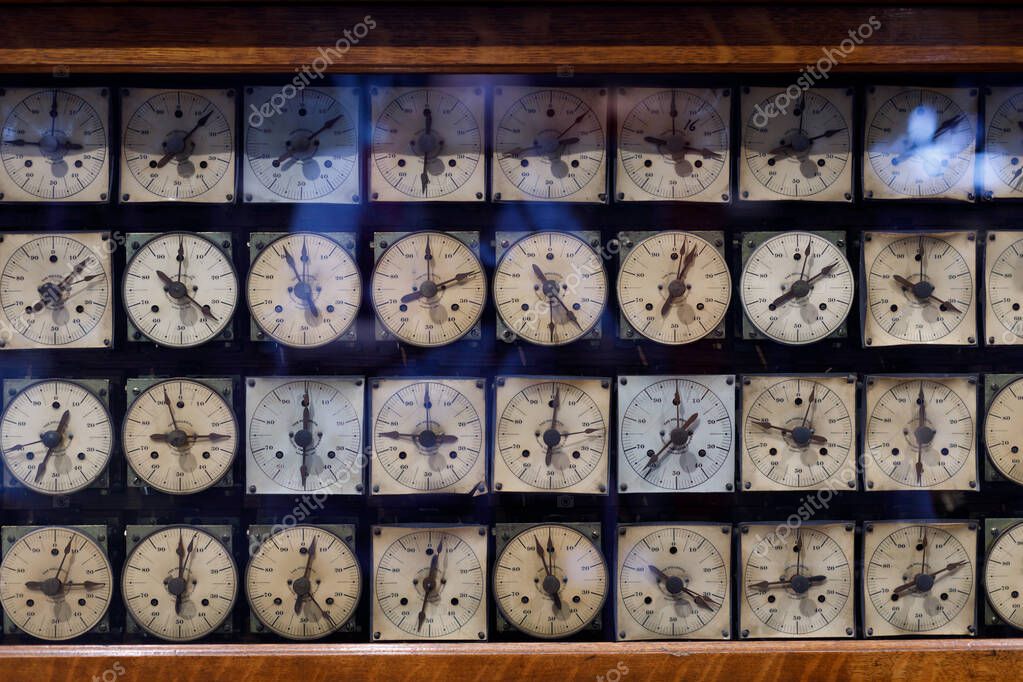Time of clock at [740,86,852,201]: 8:11
